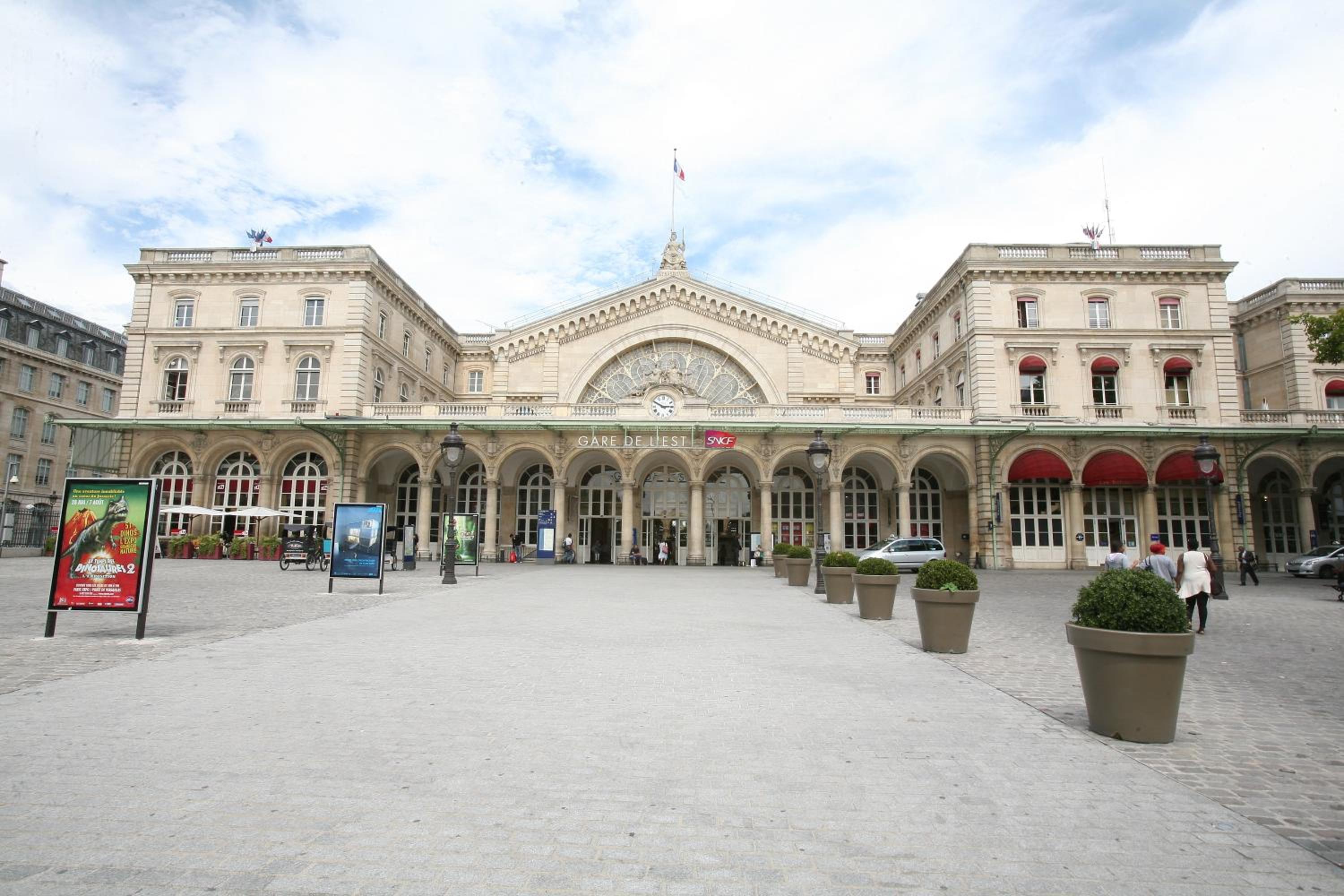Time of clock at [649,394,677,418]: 2:49
